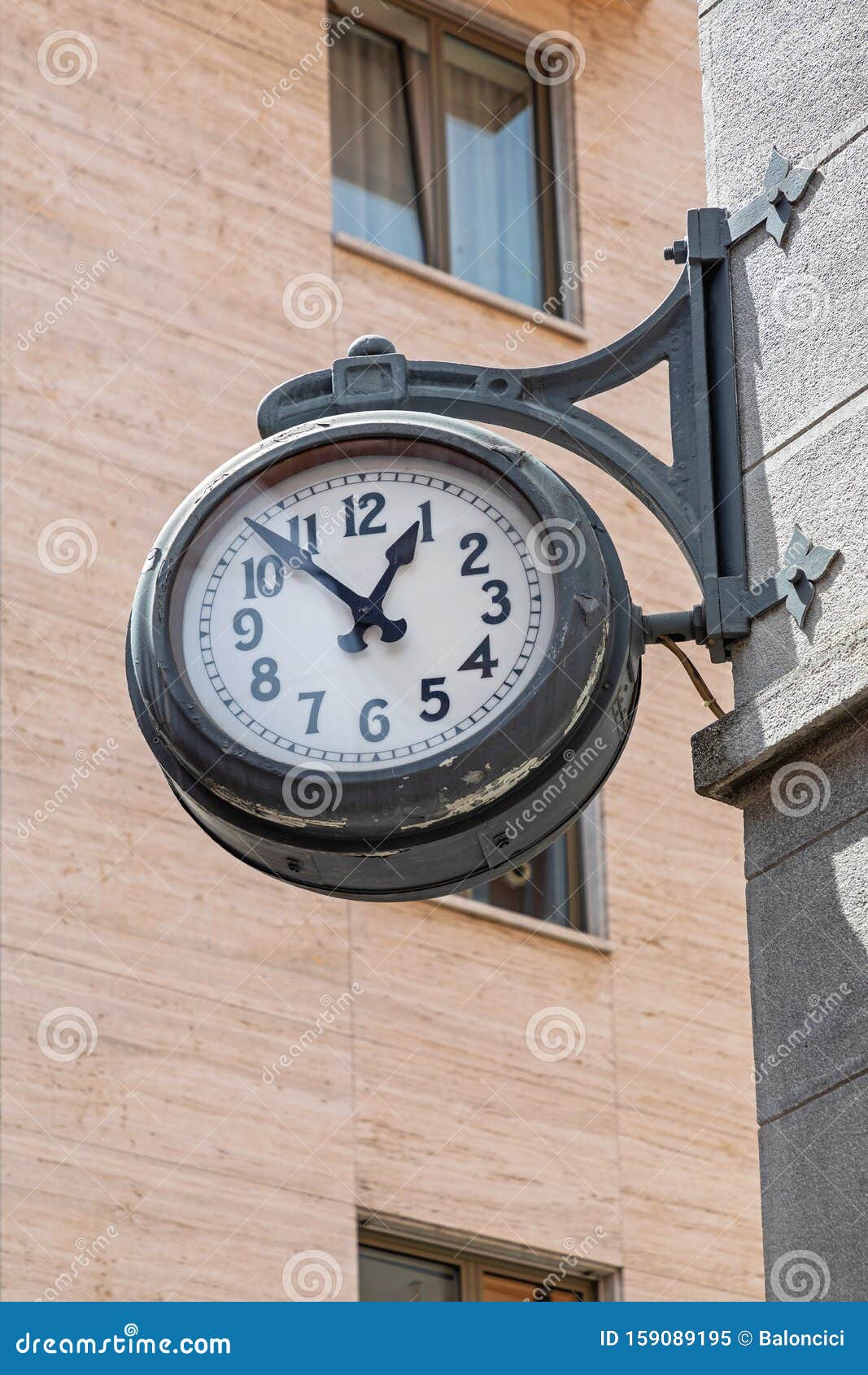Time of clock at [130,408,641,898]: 12:52
